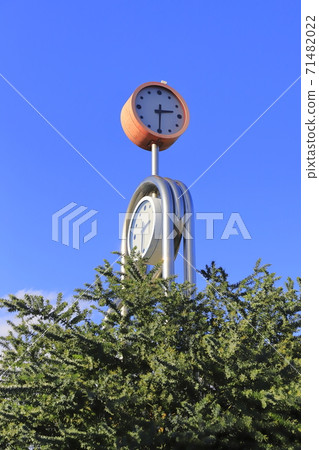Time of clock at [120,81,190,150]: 2:30
